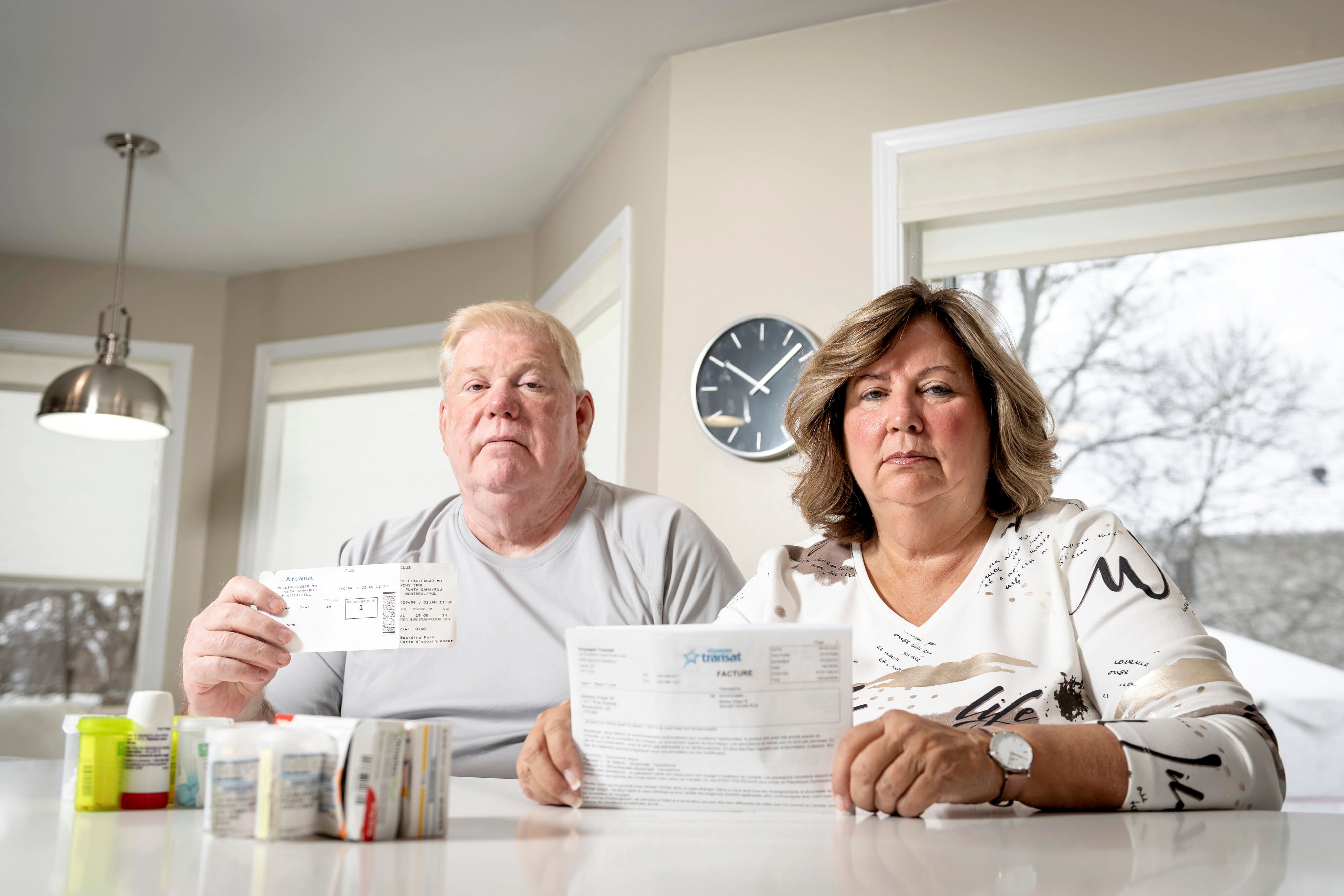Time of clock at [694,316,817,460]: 10:07
